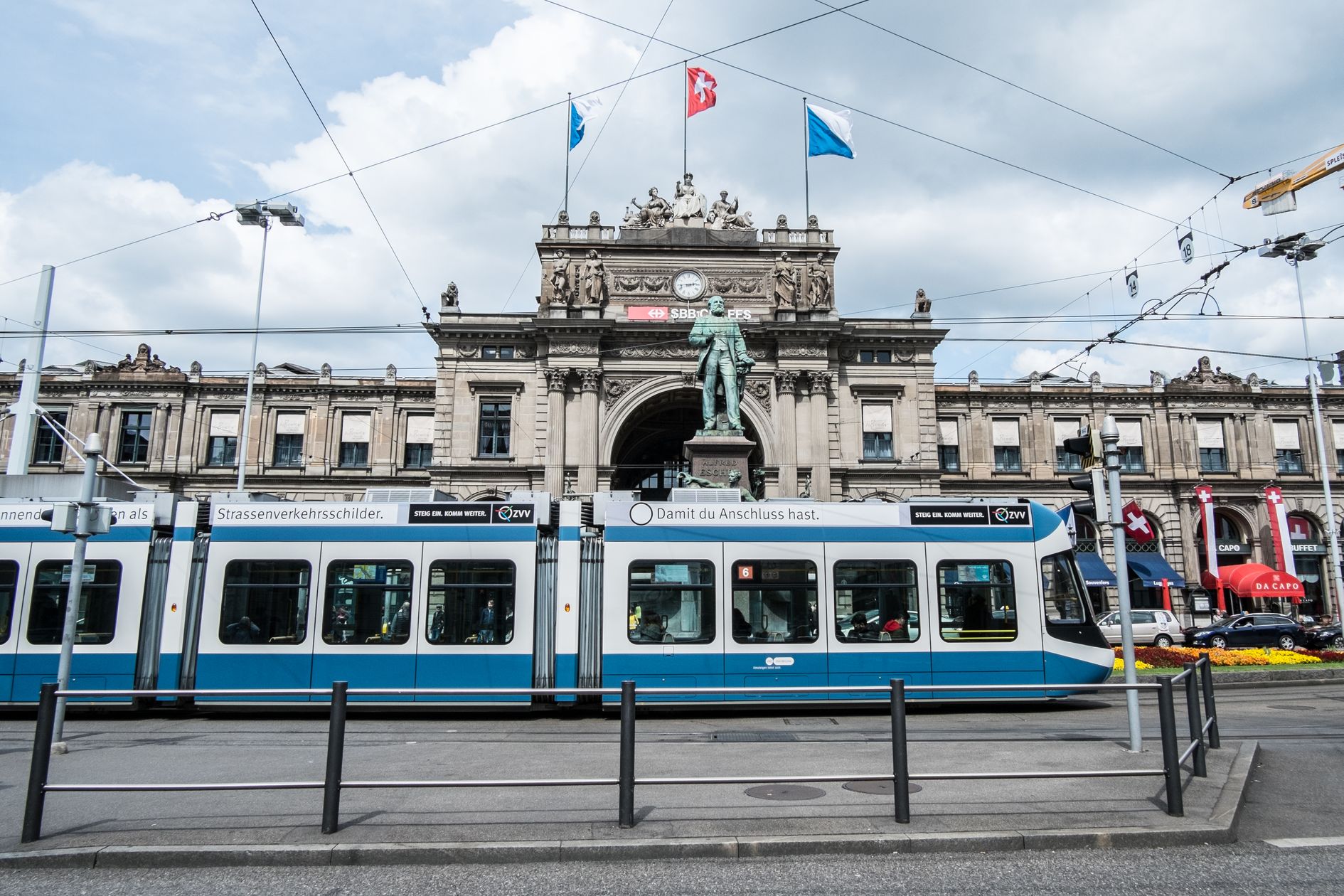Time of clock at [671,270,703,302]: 2:43
